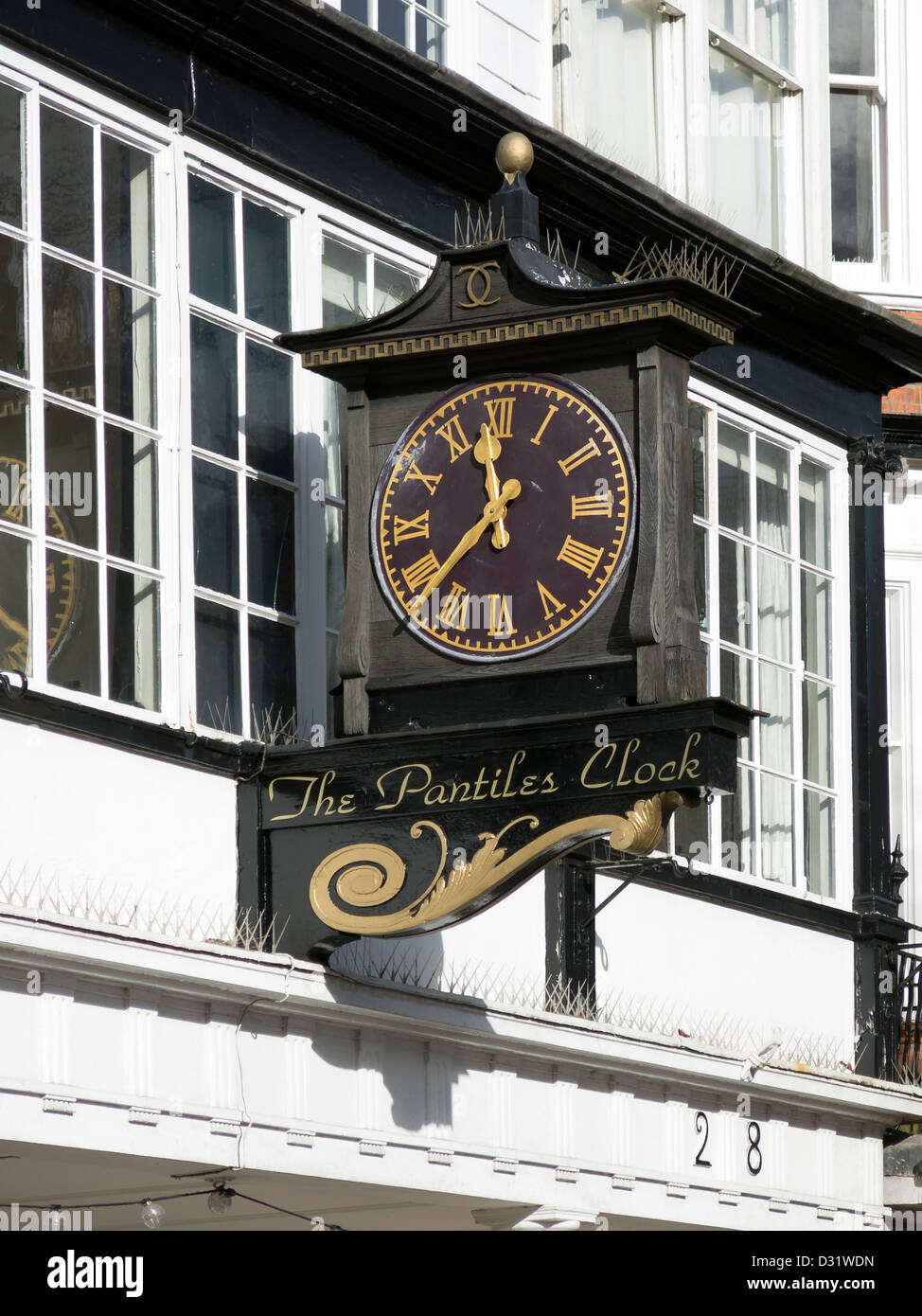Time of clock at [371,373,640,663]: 11:37
